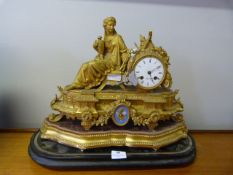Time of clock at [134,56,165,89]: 5:09
